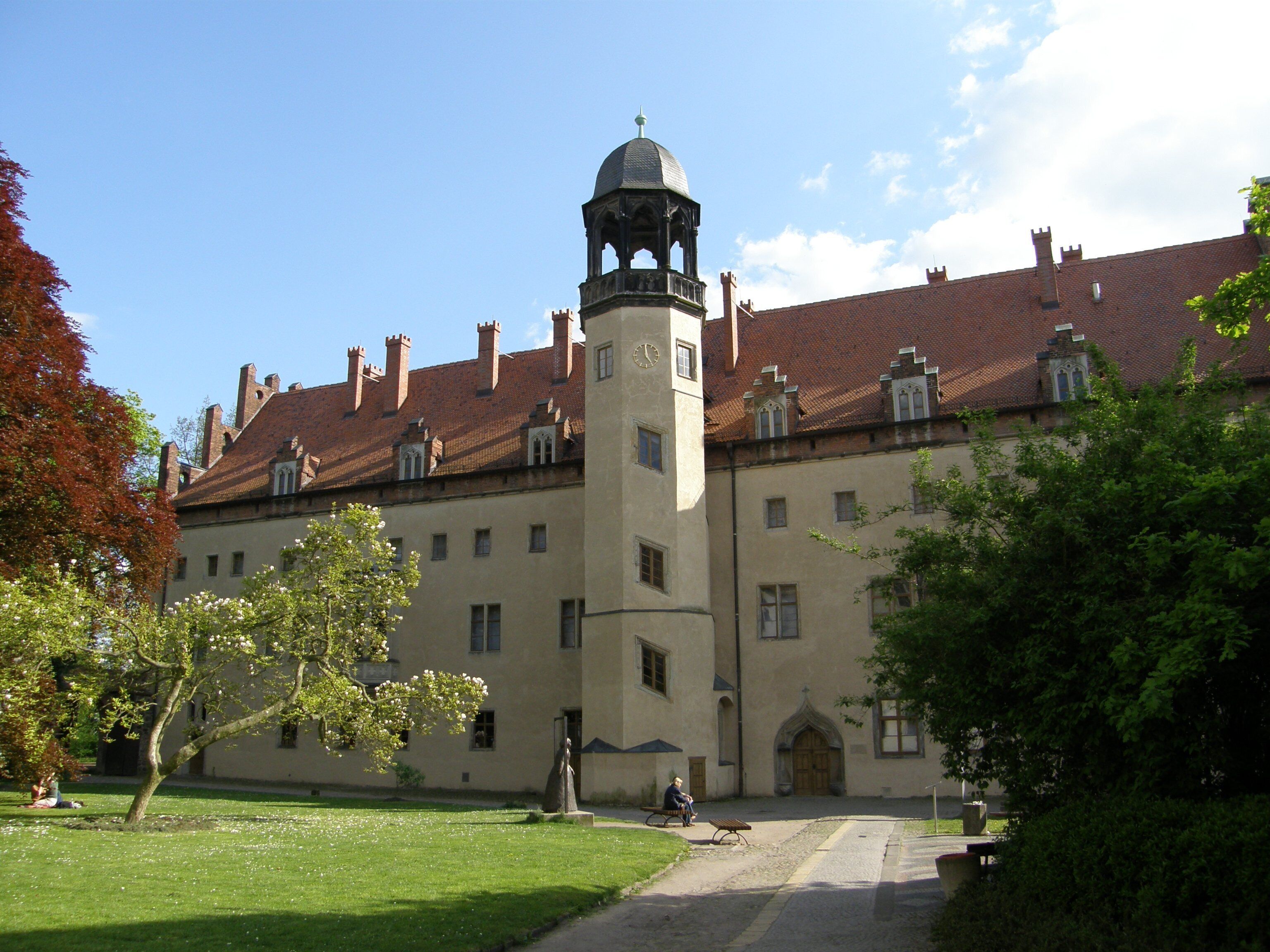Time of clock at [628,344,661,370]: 4:59
